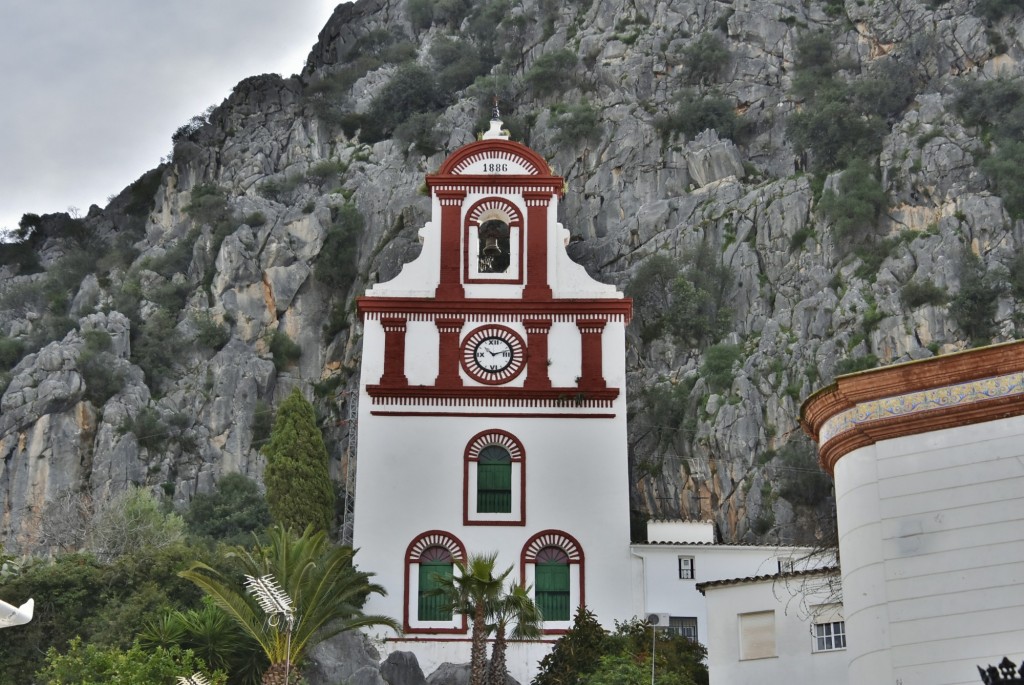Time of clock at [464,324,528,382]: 10:12
